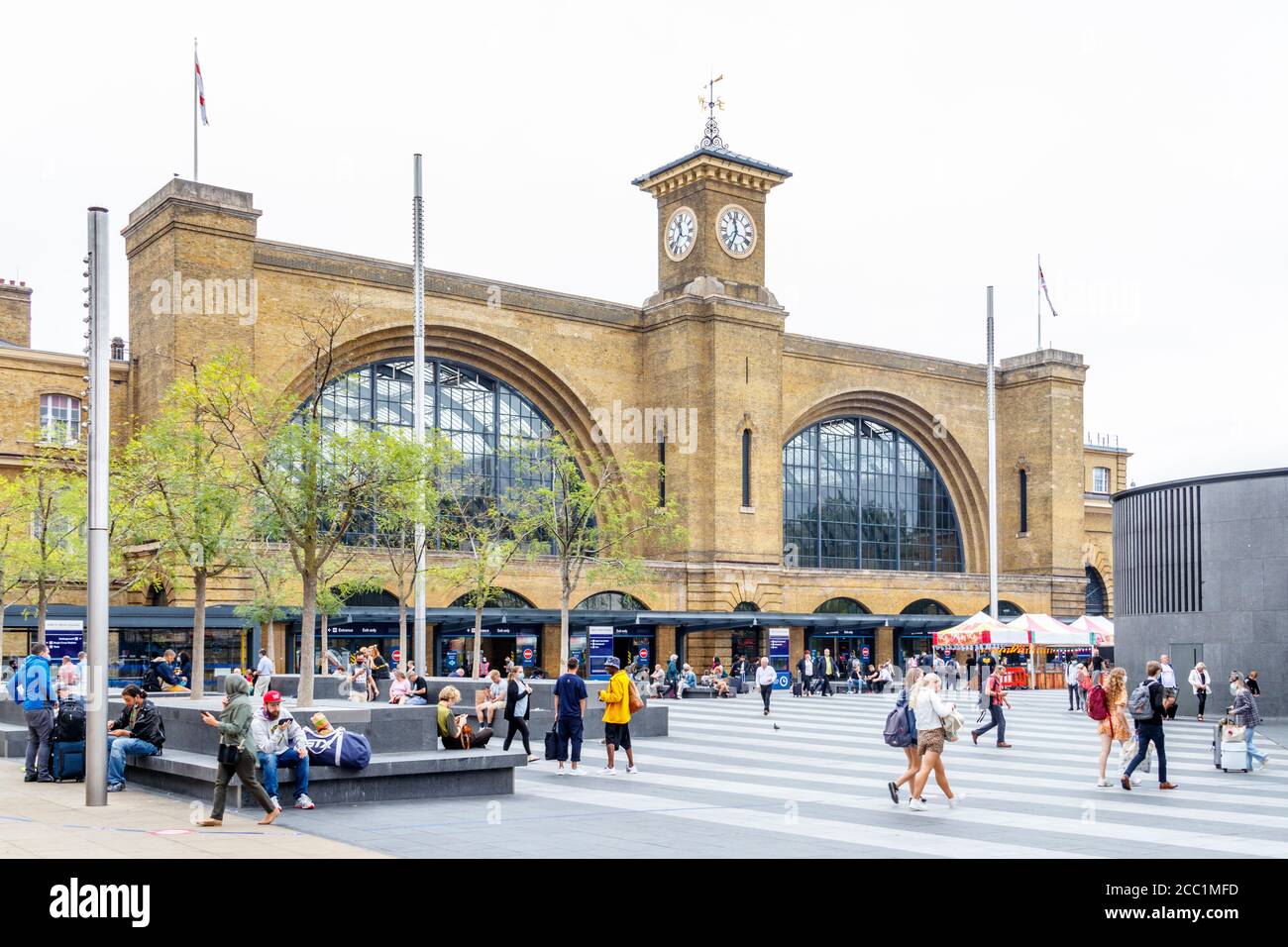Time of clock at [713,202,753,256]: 11:34
